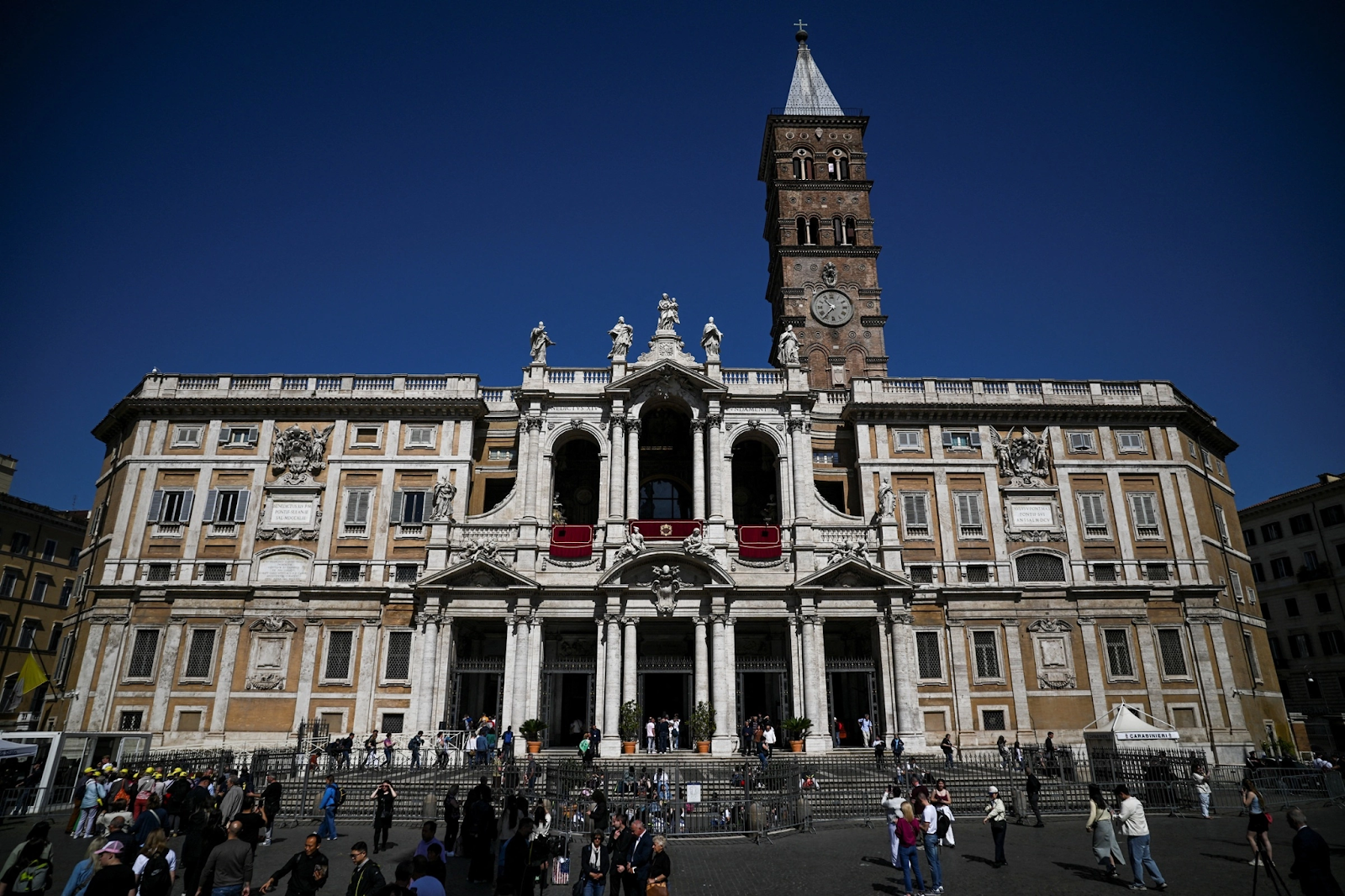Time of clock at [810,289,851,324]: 10:36
